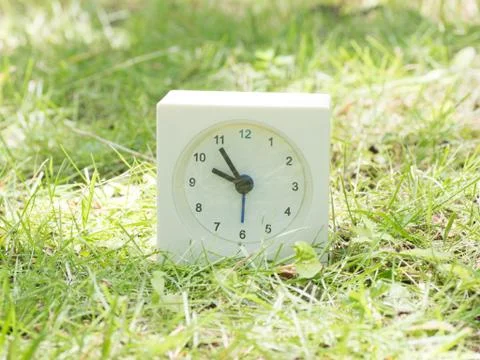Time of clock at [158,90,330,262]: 9:54
